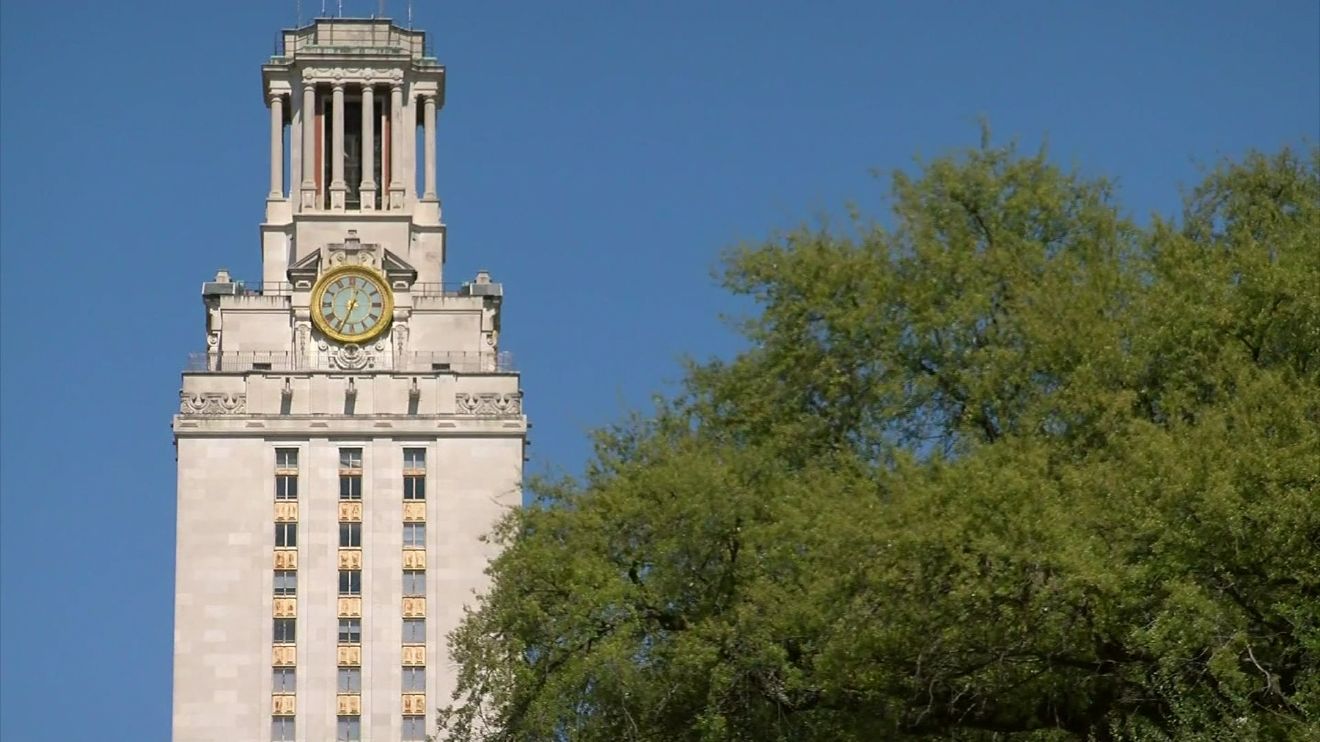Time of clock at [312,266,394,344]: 12:33
